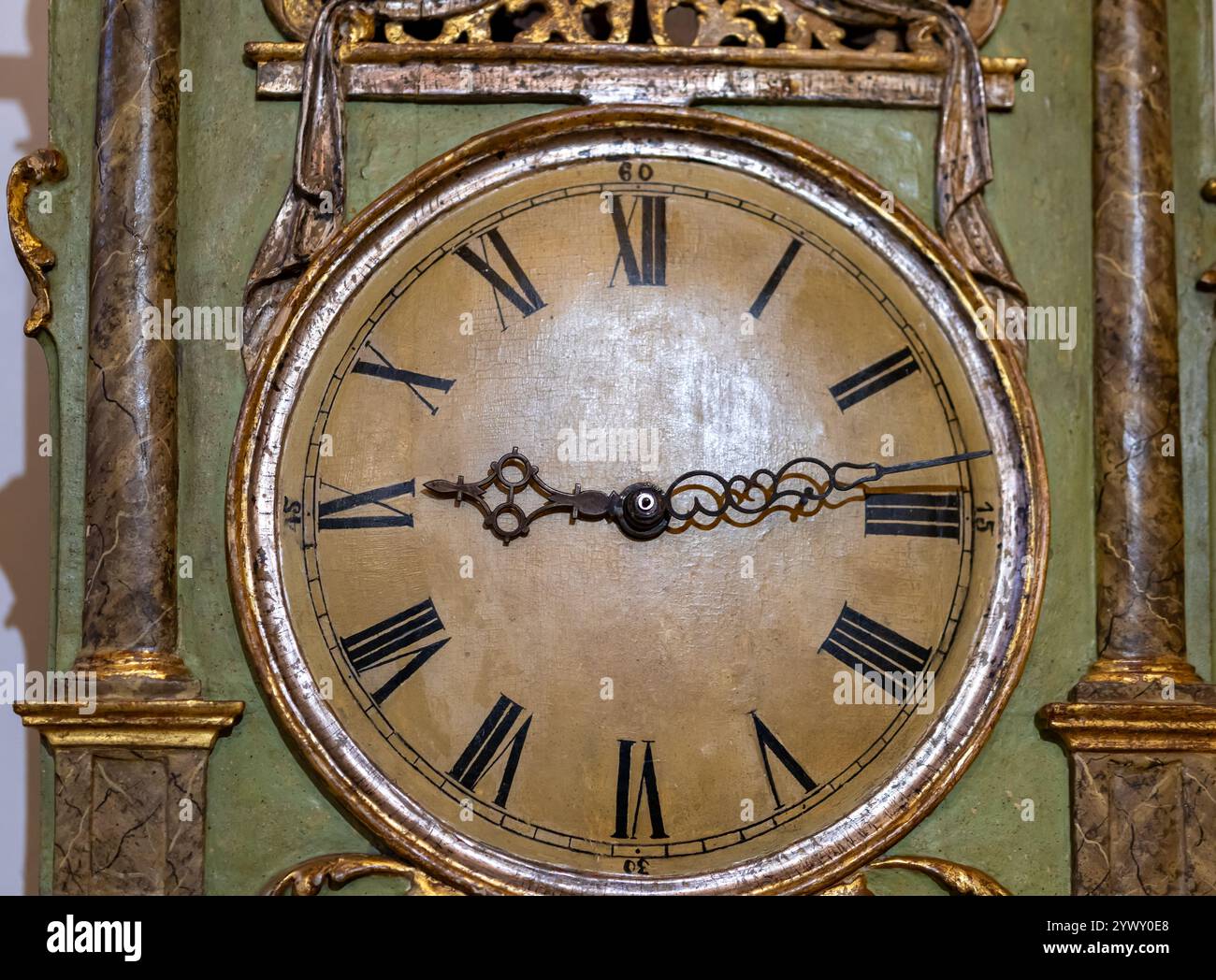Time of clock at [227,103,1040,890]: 9:13
